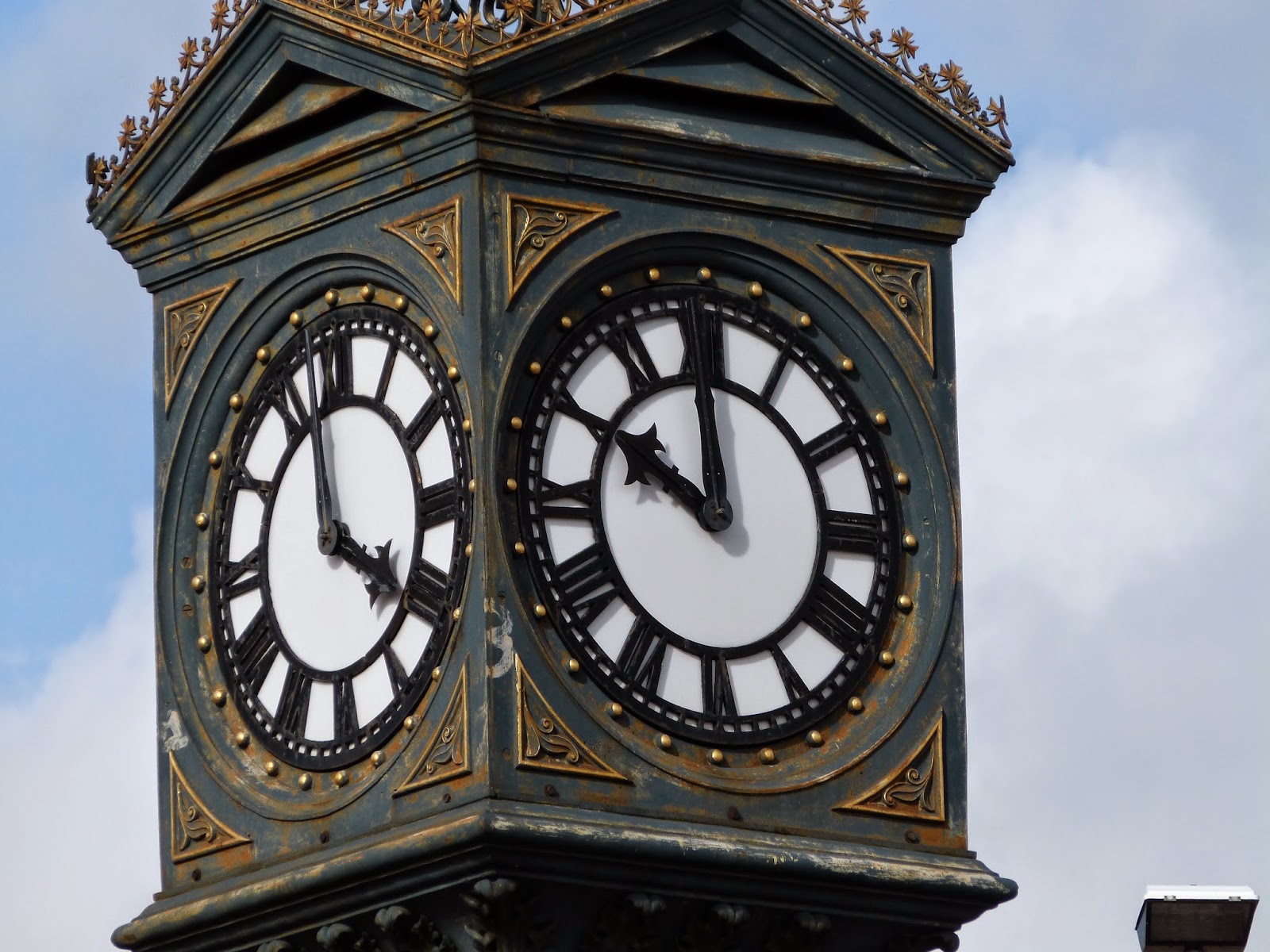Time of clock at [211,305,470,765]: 3:58
